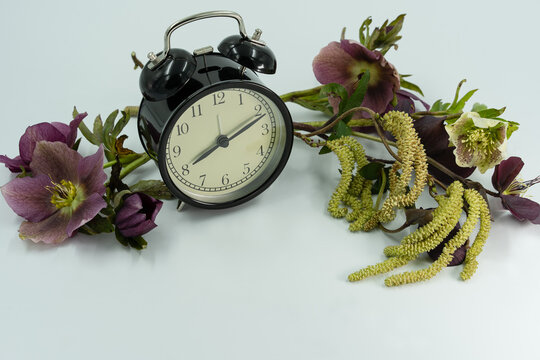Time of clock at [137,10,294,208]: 8:11
